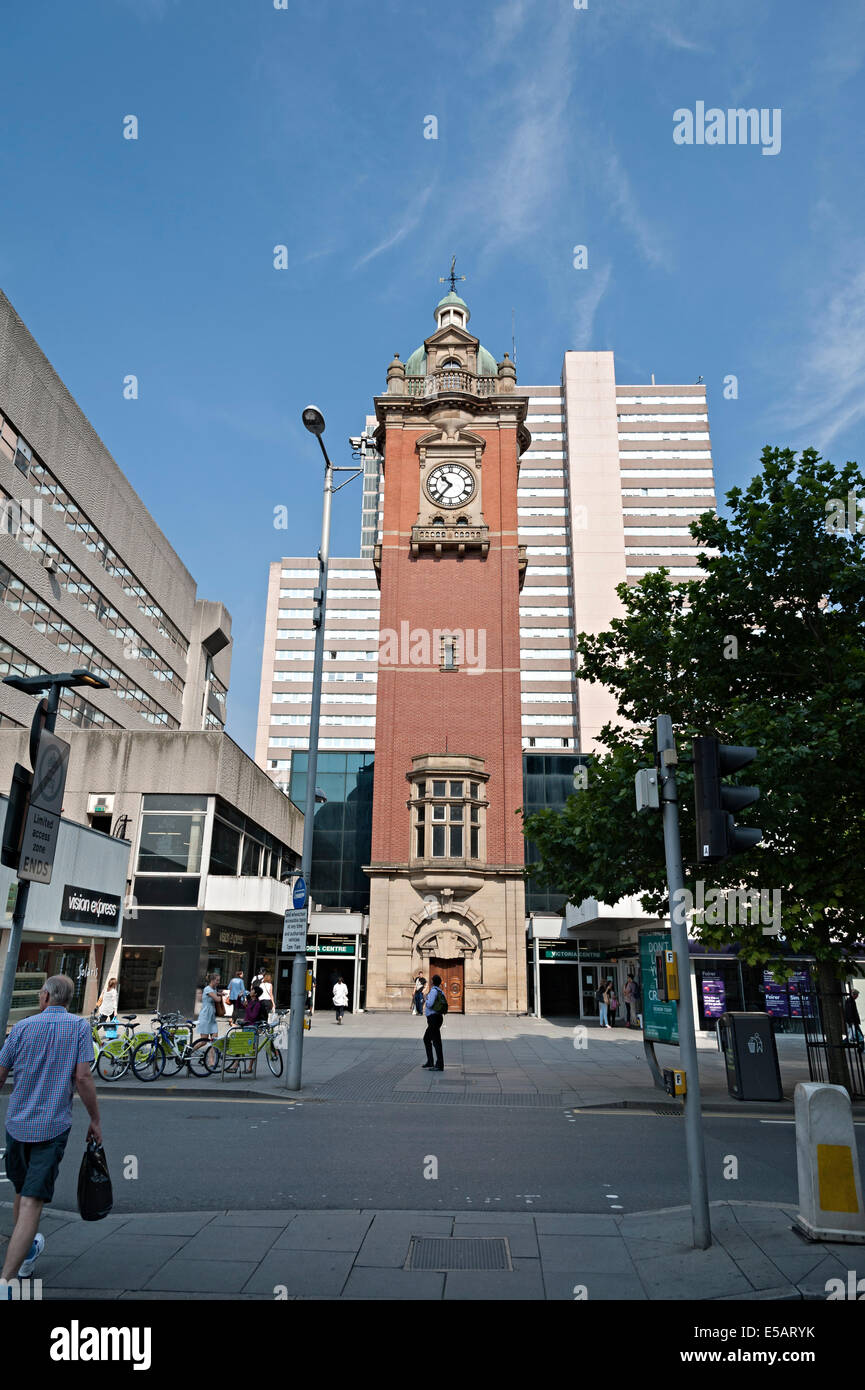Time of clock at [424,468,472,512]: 10:36
